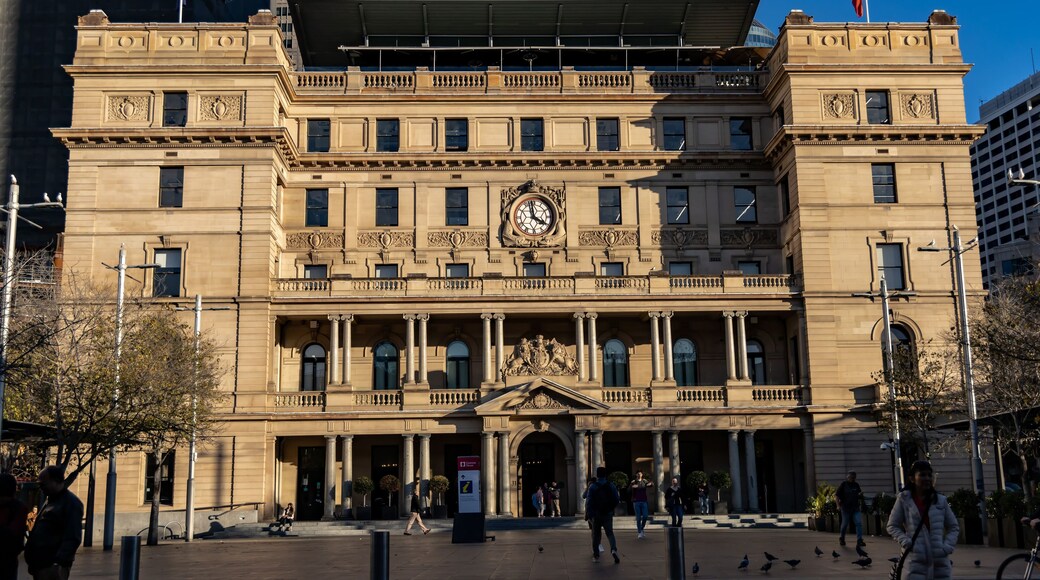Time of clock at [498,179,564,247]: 3:58
